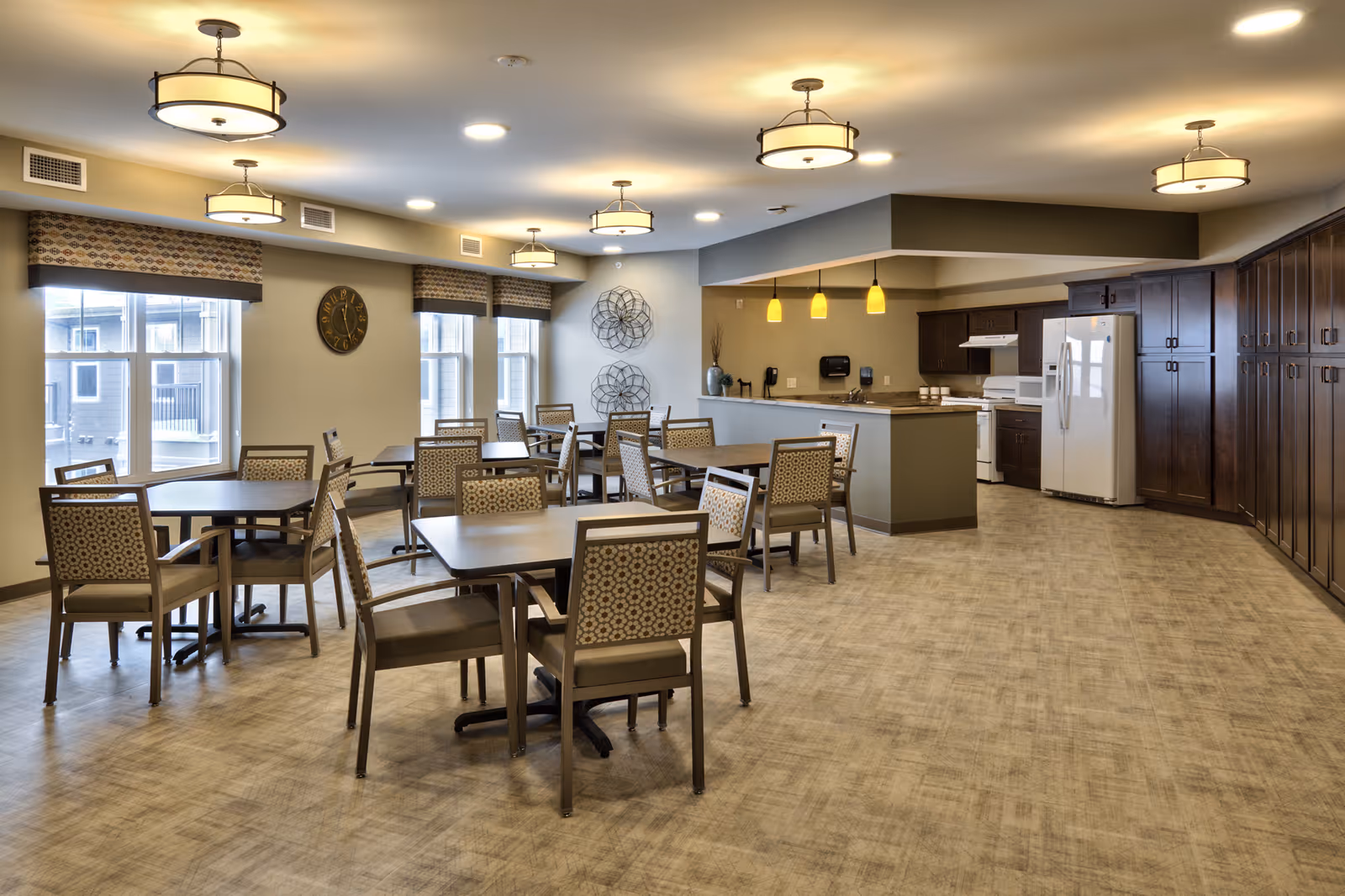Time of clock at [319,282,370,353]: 12:27
